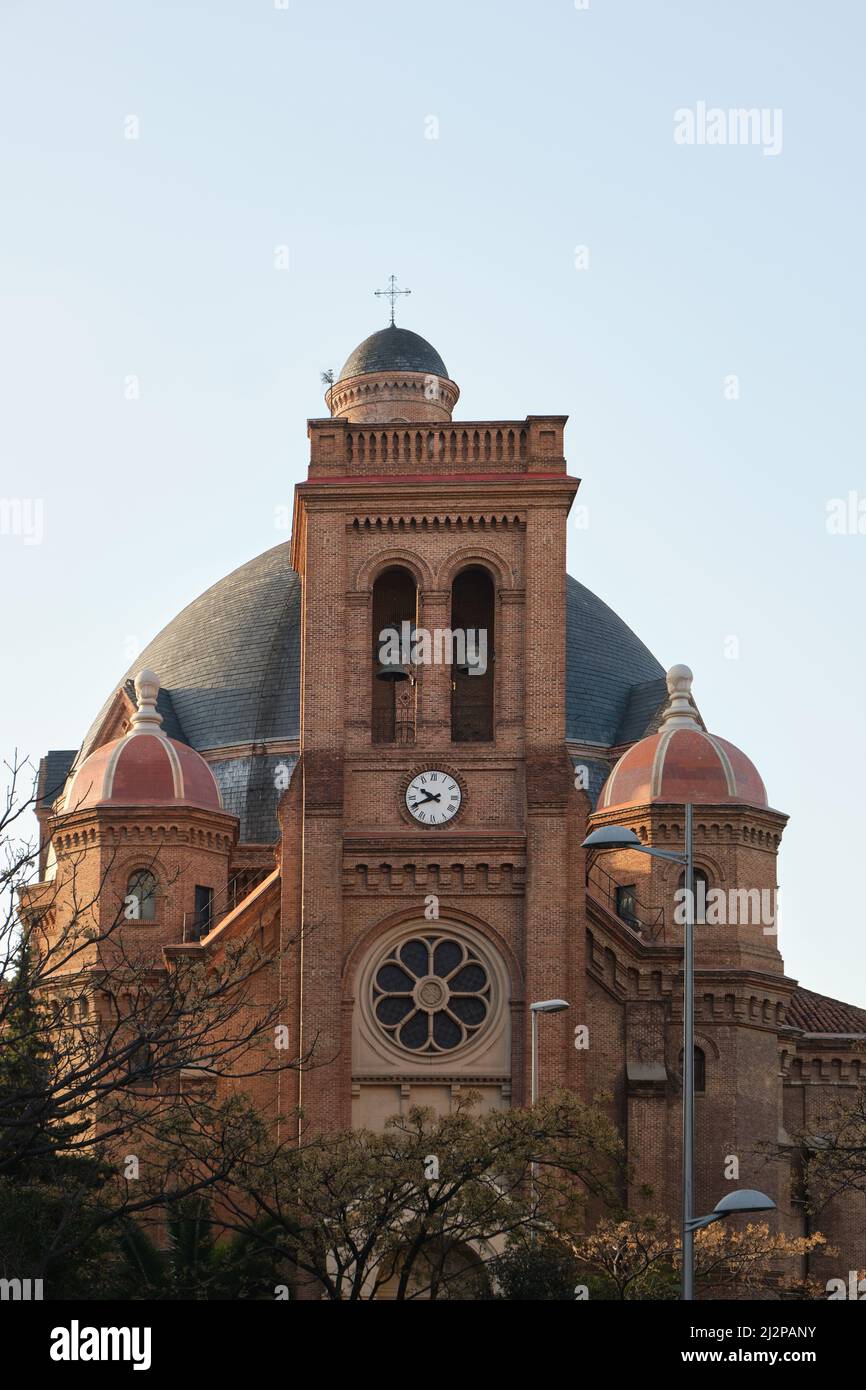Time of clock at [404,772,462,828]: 9:41
